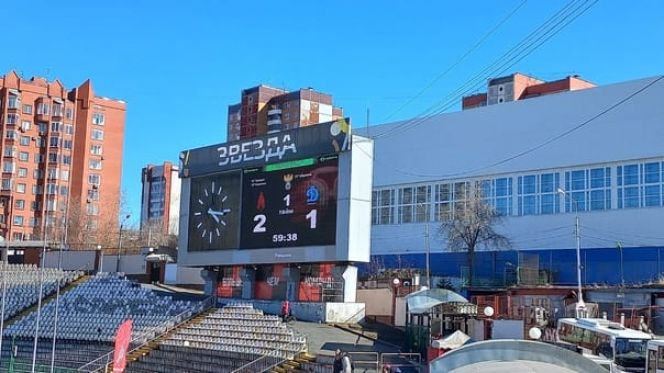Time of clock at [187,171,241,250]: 4:16
